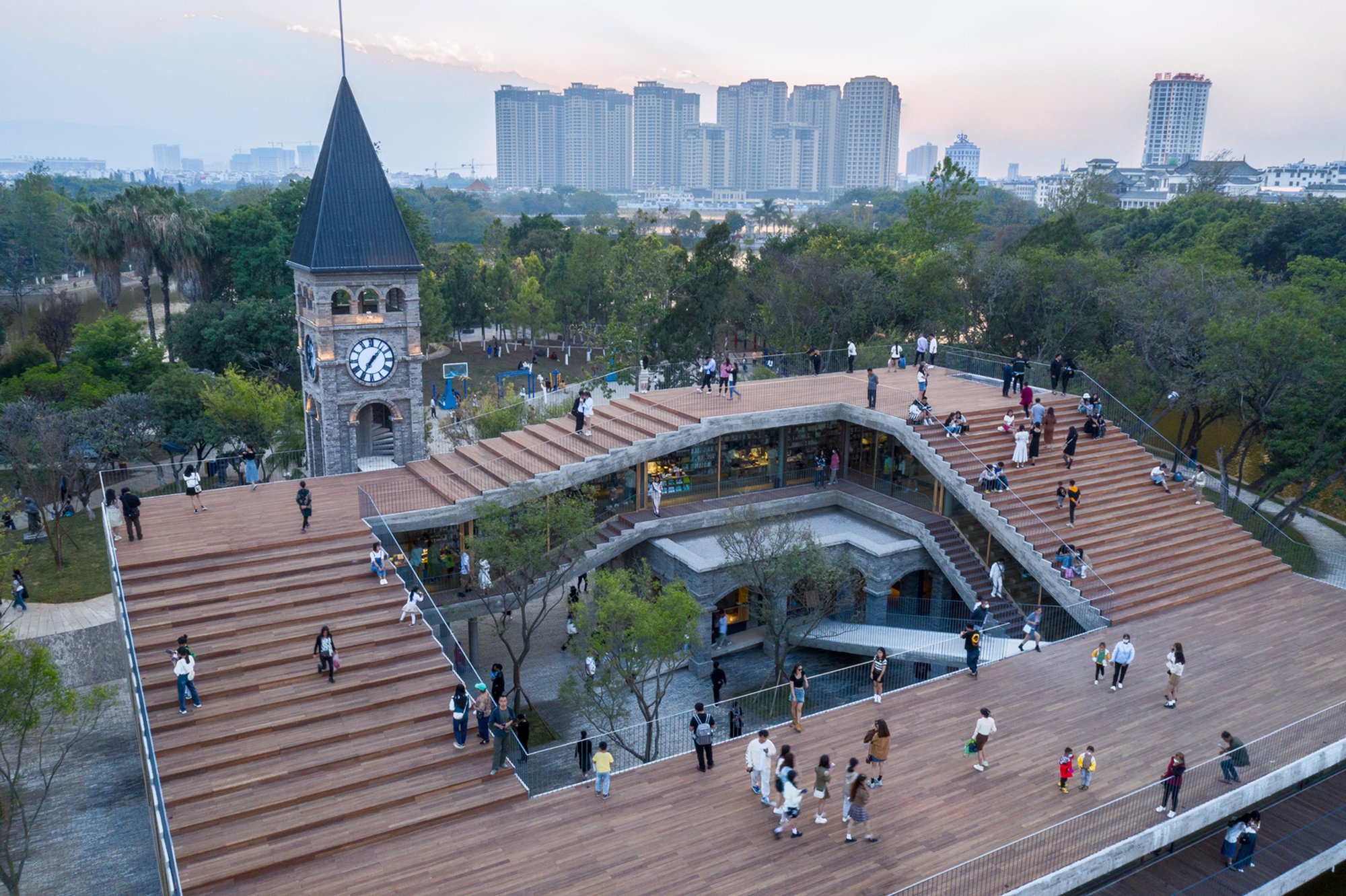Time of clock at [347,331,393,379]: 7:07
